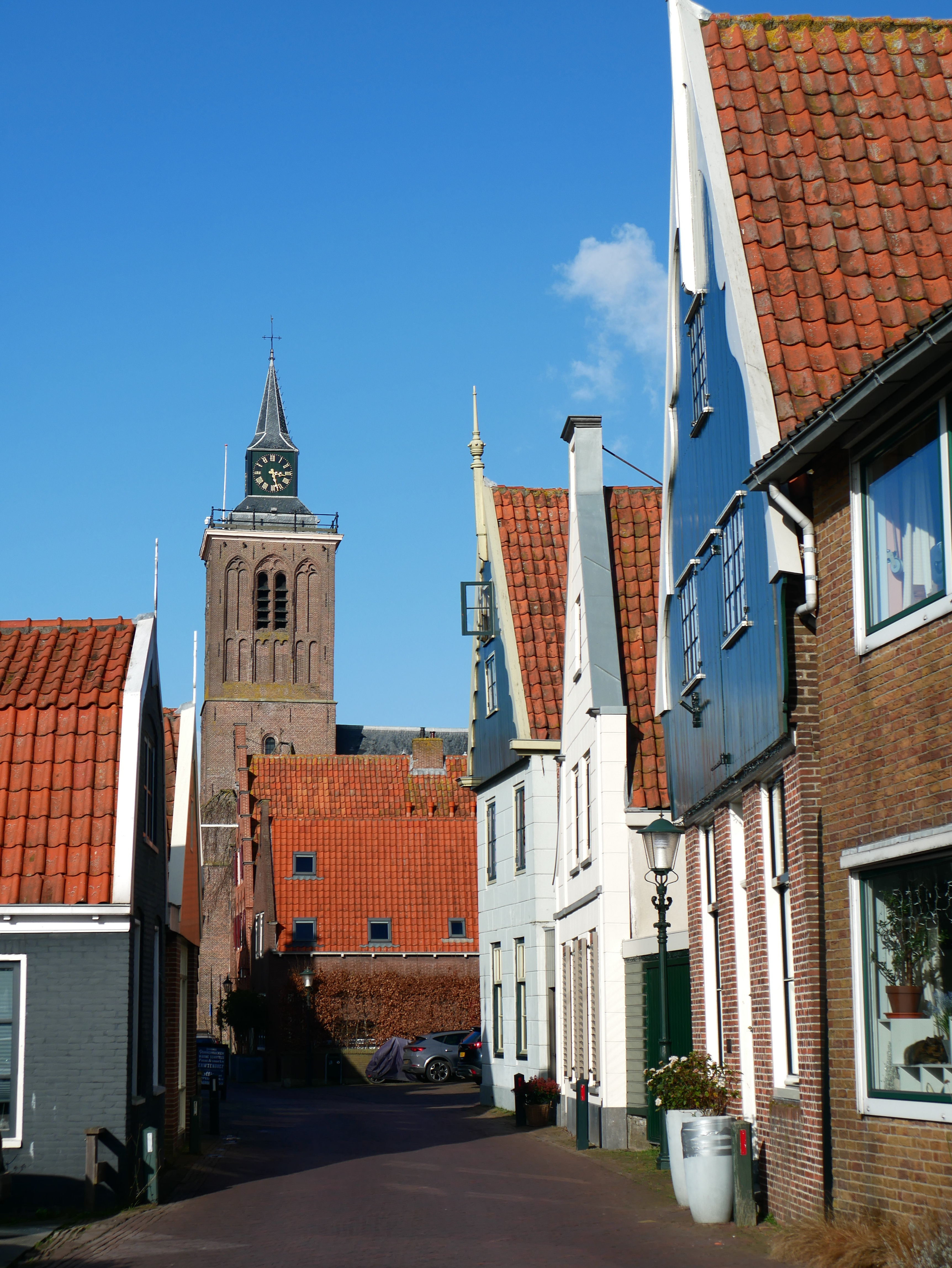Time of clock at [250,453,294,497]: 3:27
